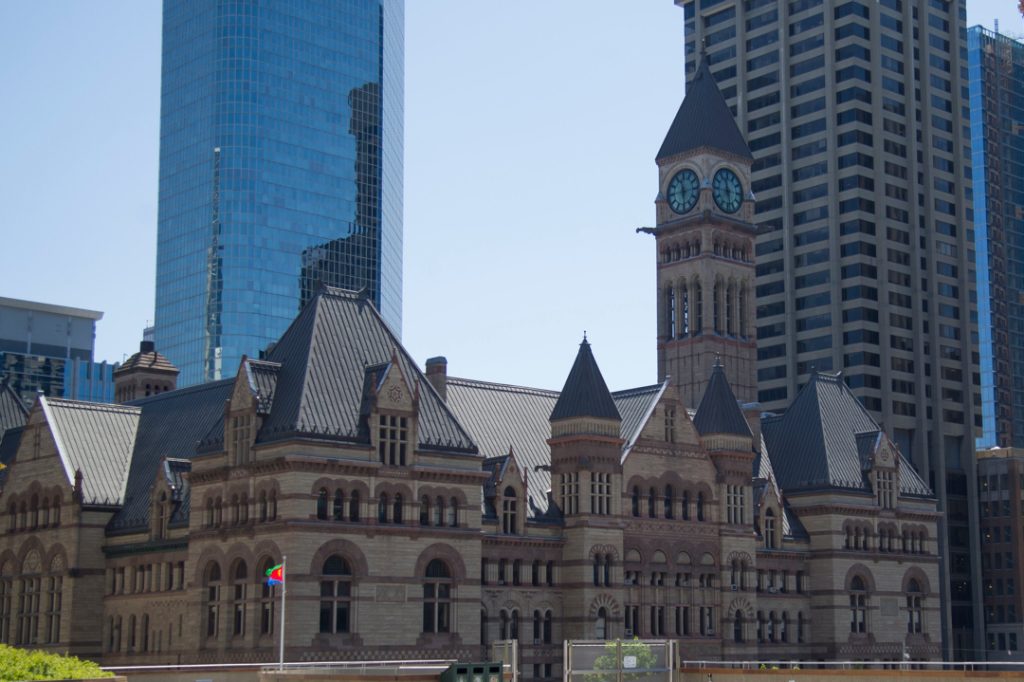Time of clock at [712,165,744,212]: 11:28
